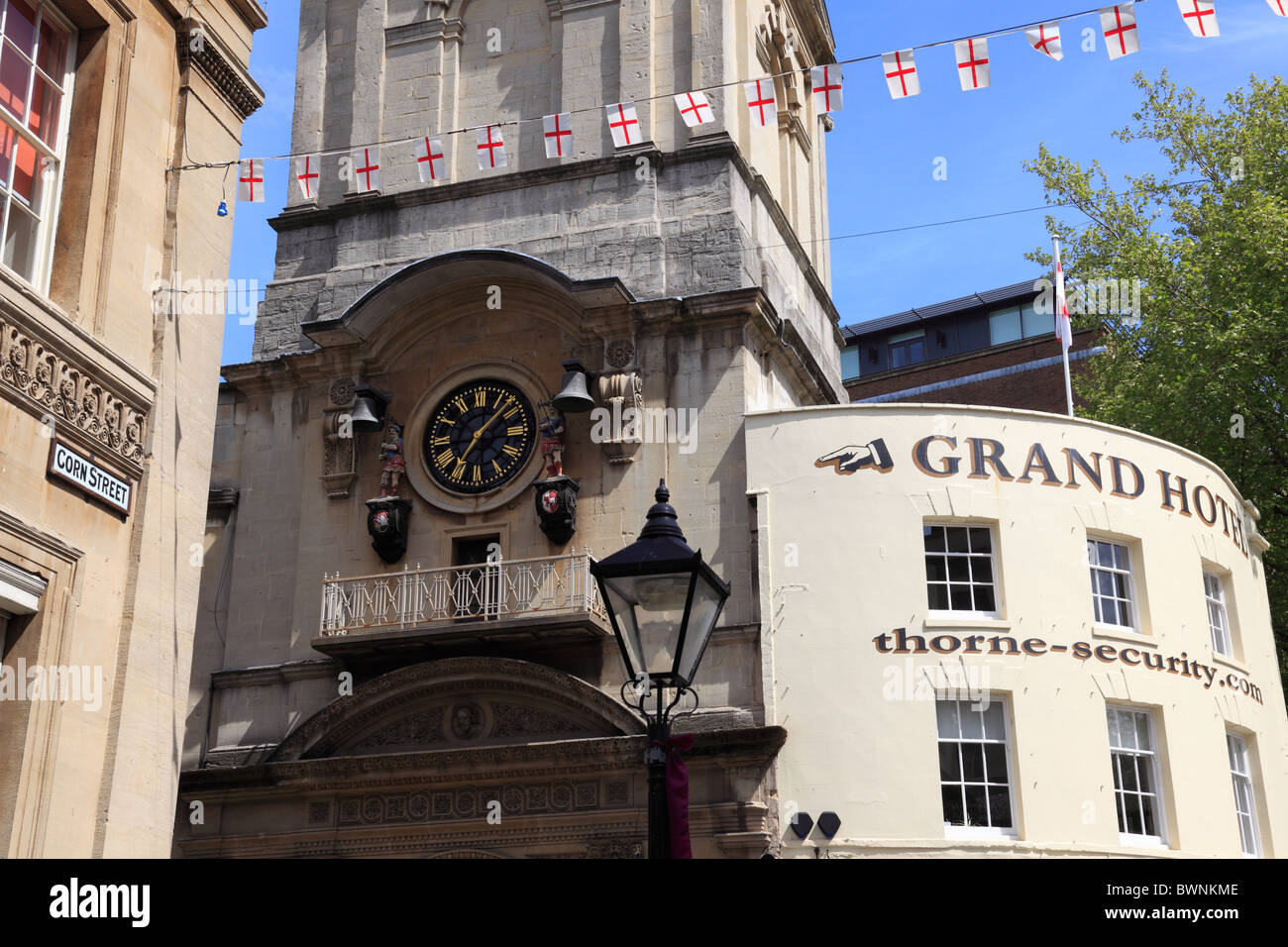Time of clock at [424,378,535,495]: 7:07
